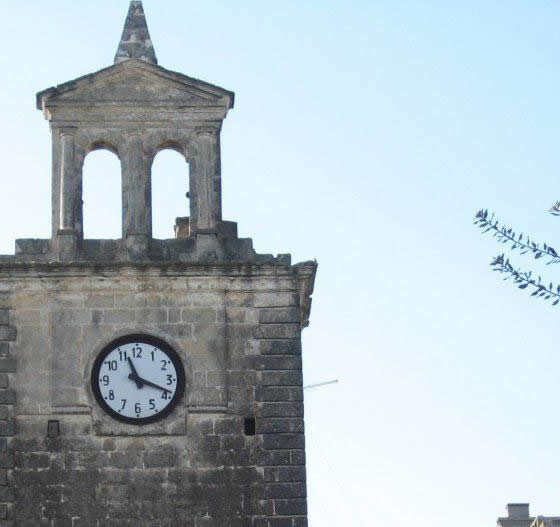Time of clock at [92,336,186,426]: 11:18
